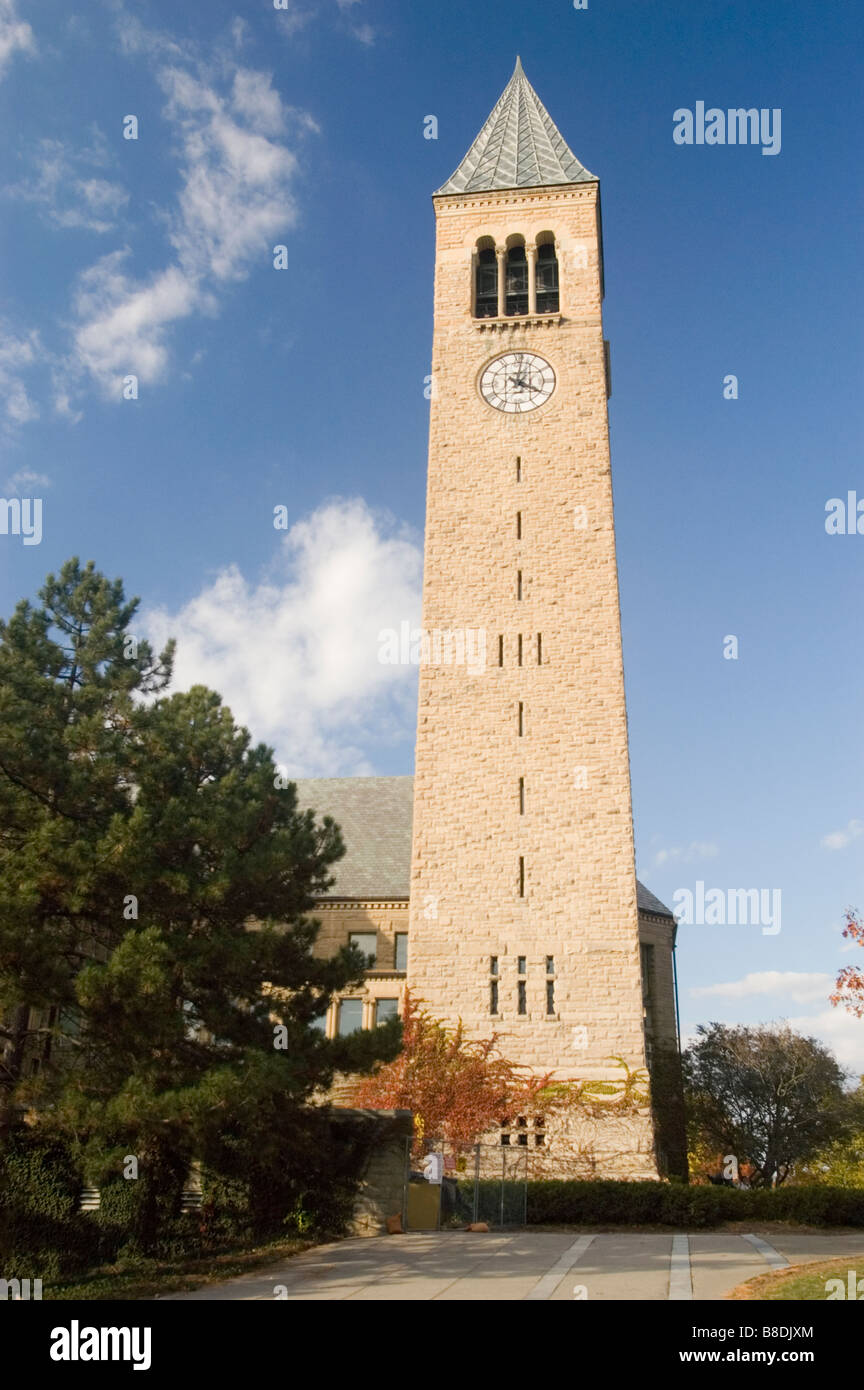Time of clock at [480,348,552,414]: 4:01
